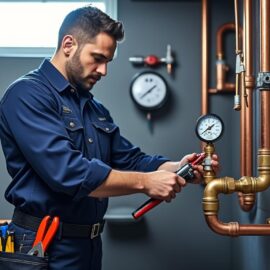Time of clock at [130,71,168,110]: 1:37
